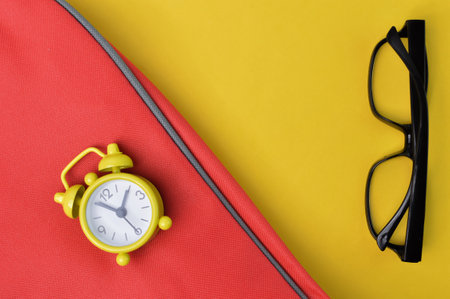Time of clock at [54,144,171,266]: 12:50
